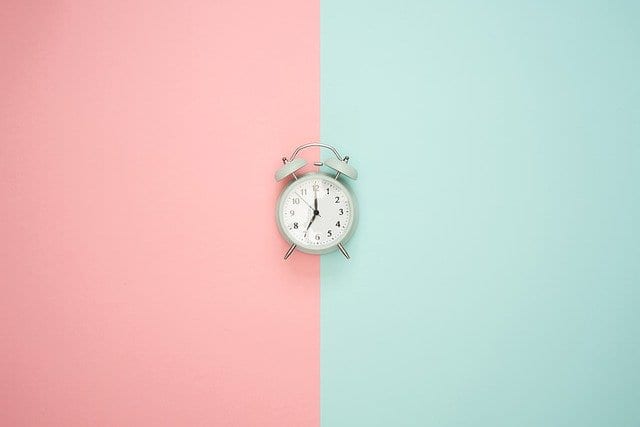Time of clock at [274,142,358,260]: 7:00
